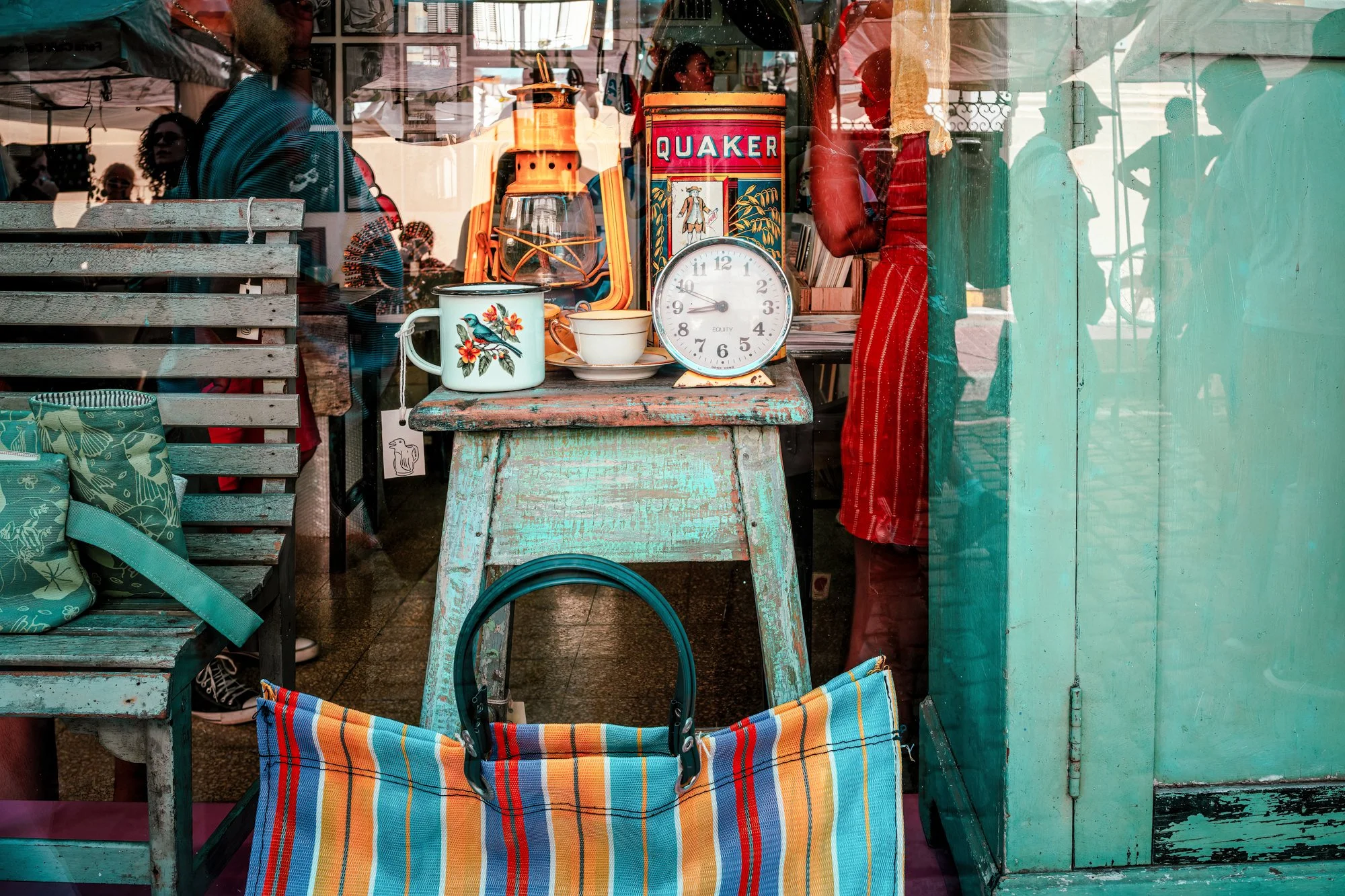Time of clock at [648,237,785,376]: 8:48
